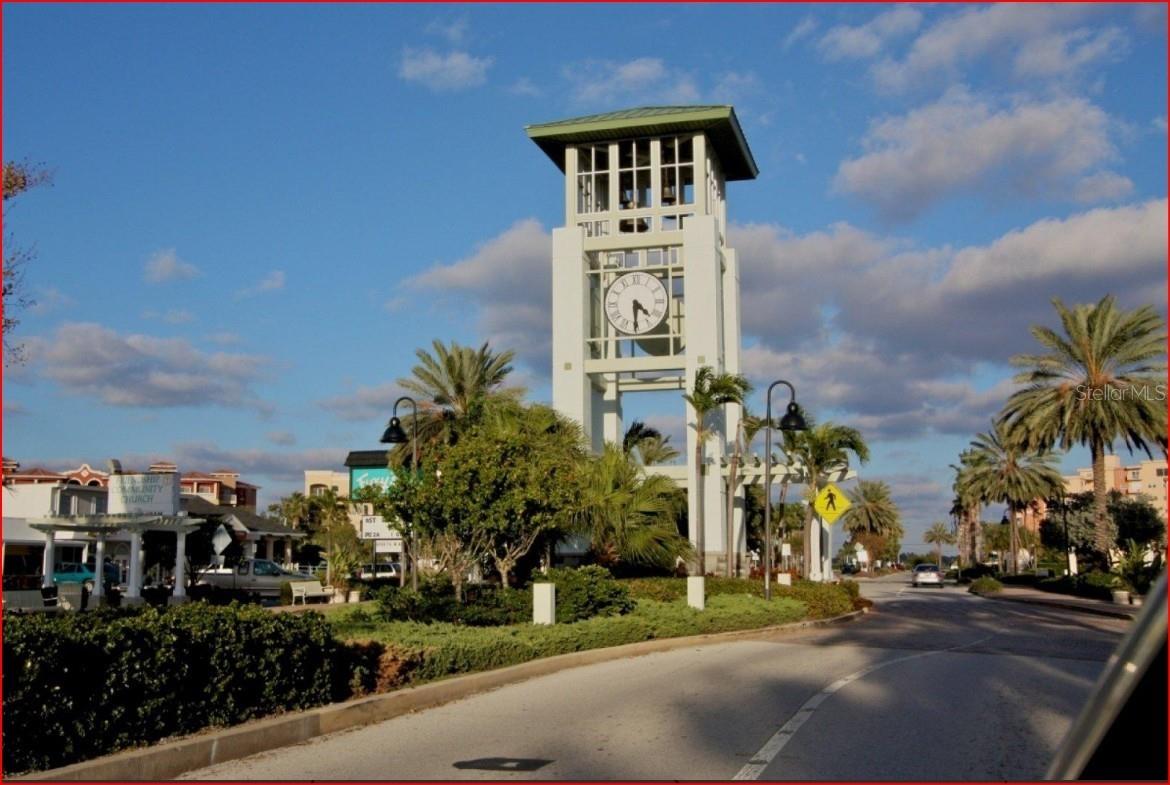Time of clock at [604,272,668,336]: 4:30
